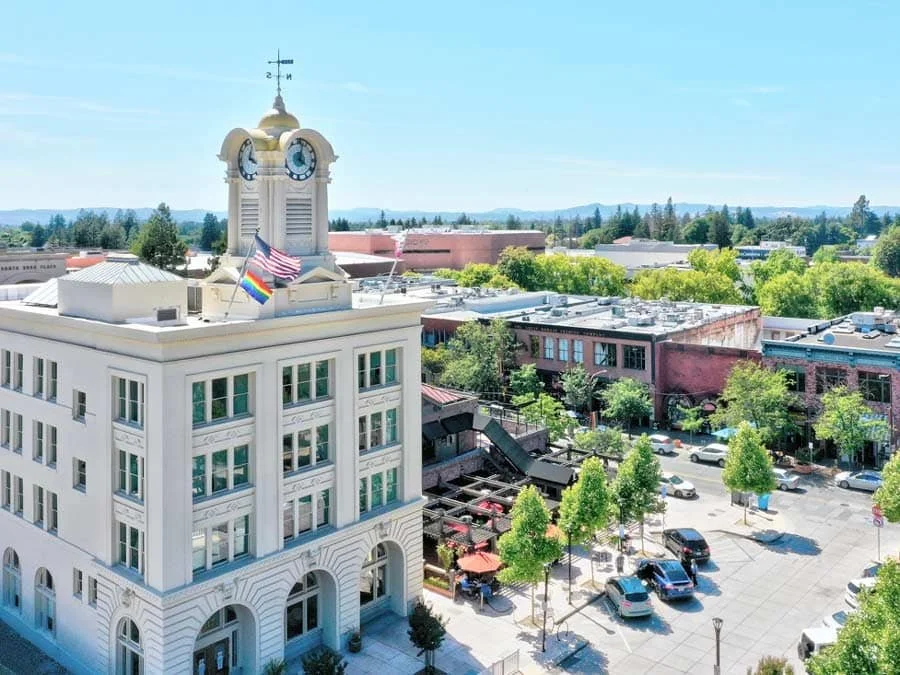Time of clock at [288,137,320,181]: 4:02
